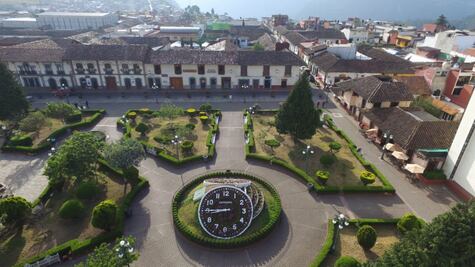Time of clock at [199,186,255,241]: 8:45
